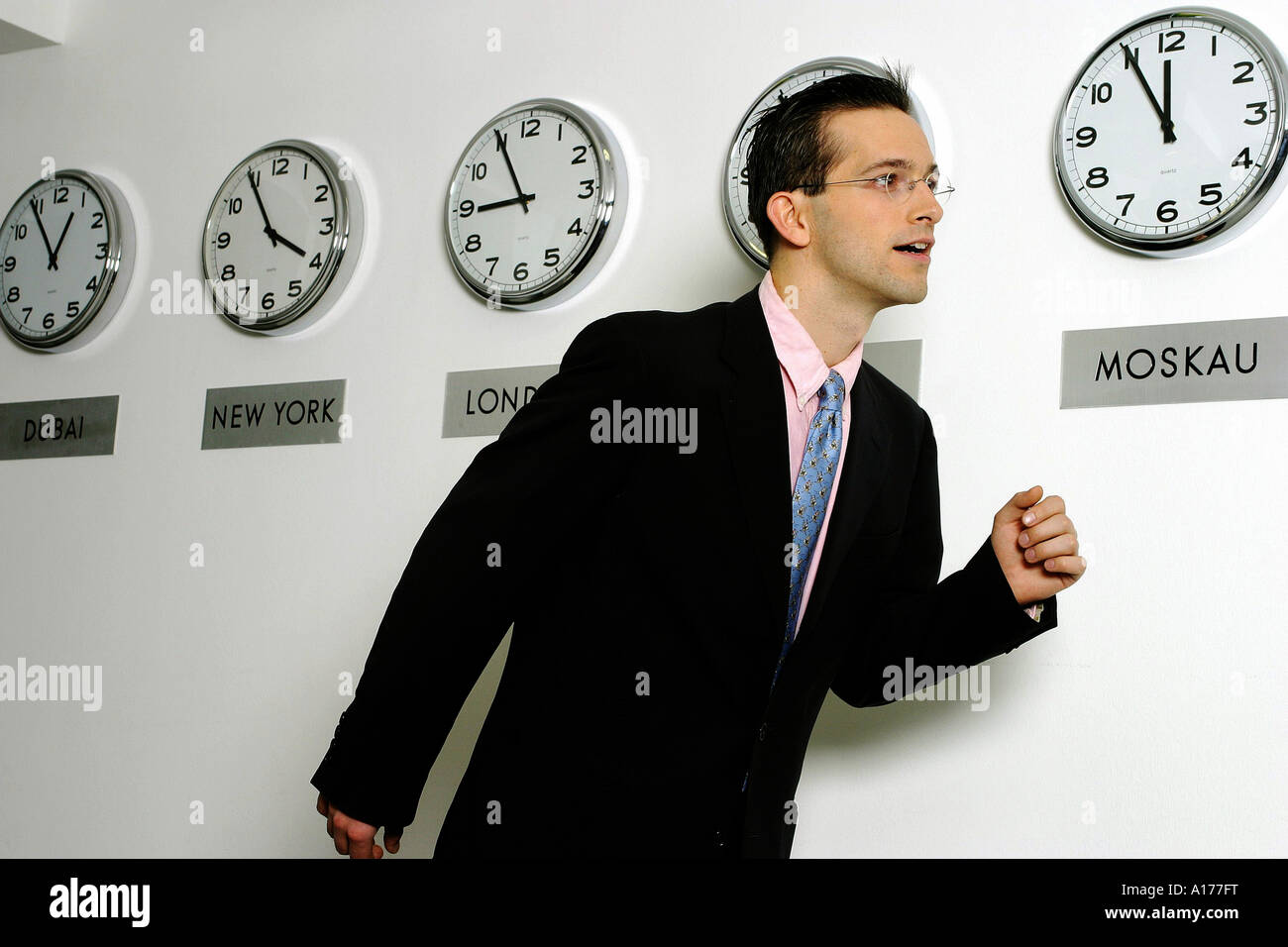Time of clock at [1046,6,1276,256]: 11:55
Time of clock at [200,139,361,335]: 3:54
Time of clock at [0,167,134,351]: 12:54
